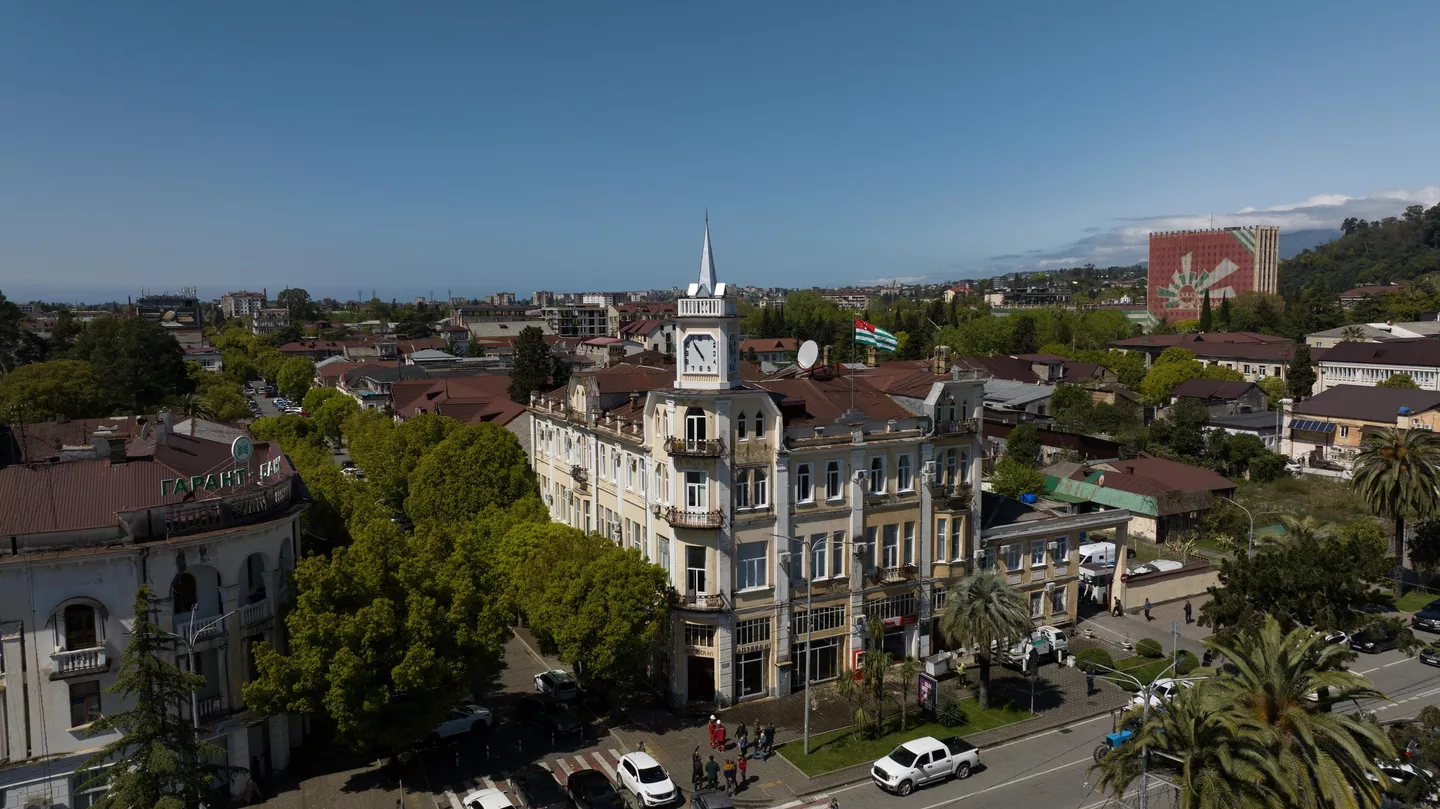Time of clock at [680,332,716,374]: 10:54
